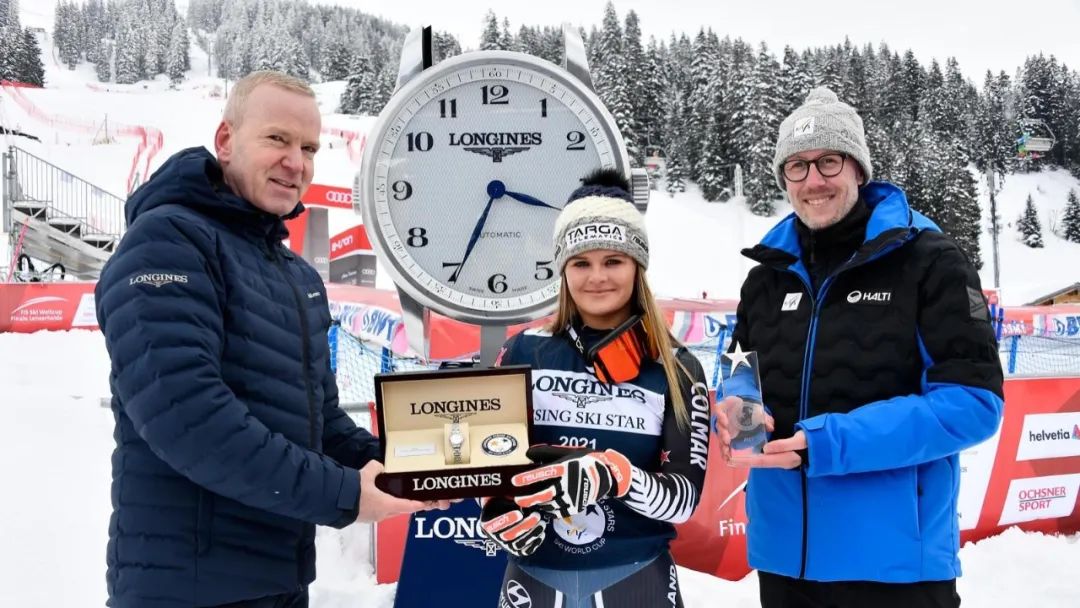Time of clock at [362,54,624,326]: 3:34
